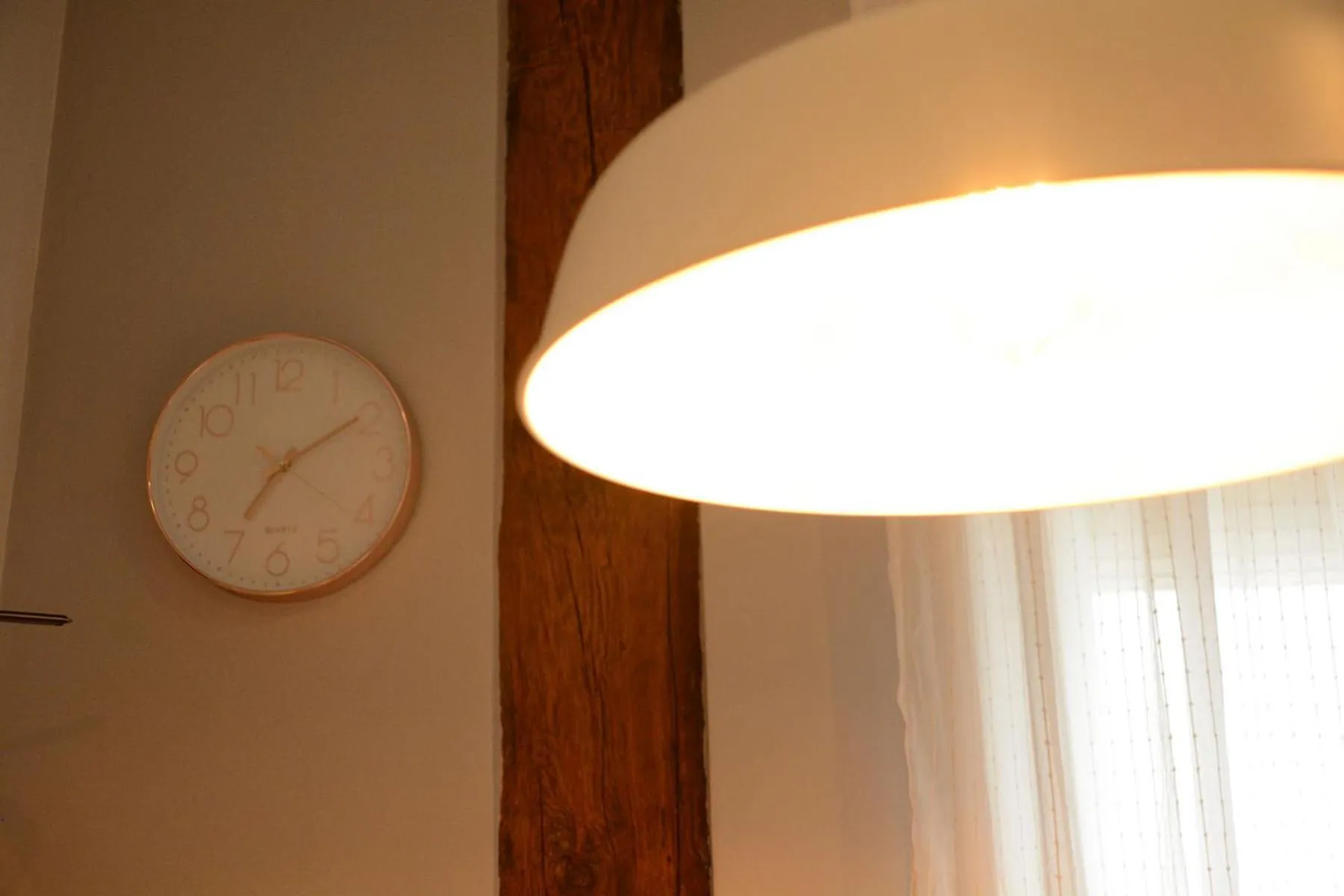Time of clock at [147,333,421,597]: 7:09
